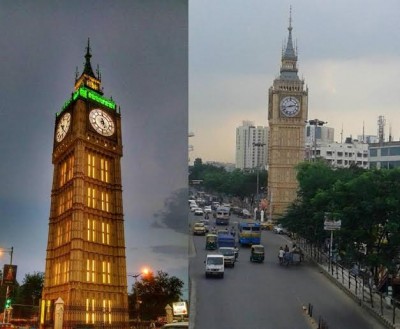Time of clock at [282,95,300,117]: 2:42
